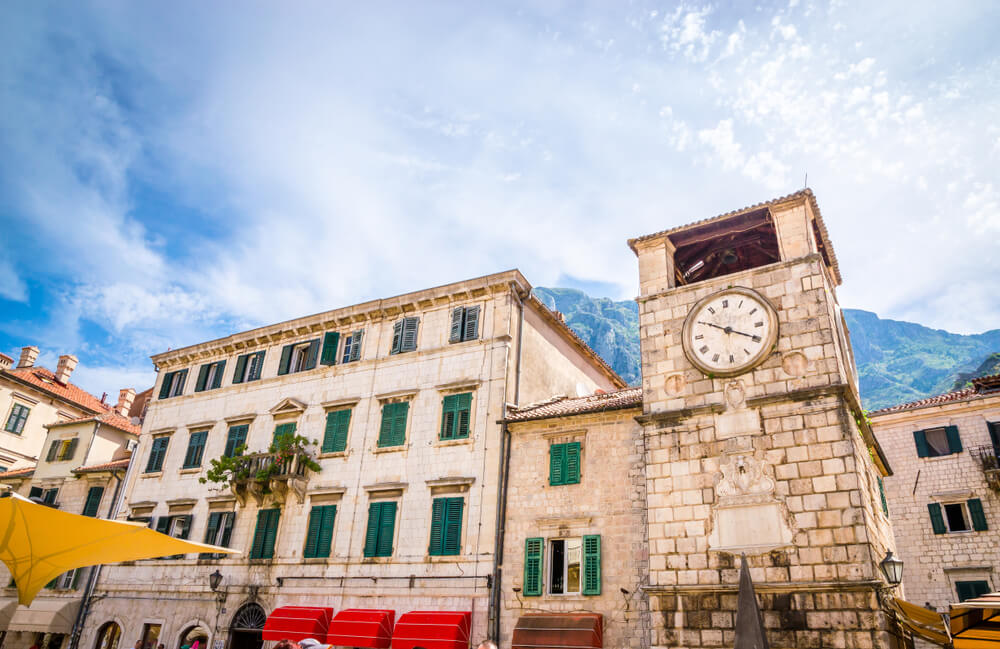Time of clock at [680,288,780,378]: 3:50
